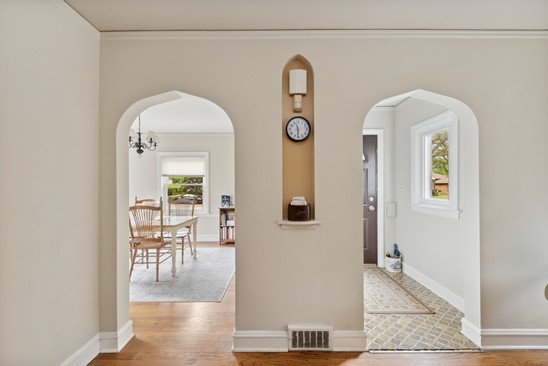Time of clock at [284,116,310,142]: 11:30
